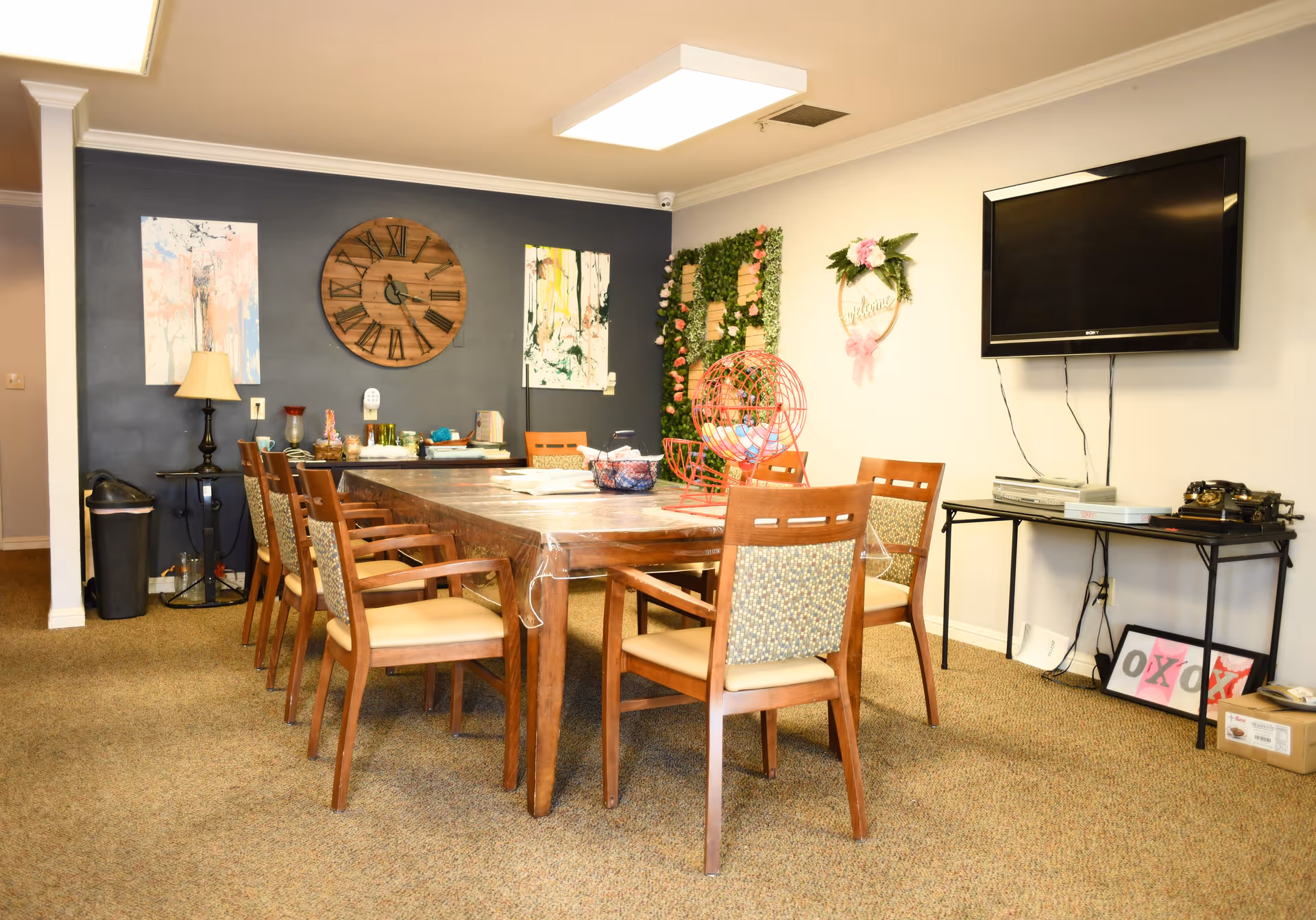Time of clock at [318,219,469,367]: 3:24
